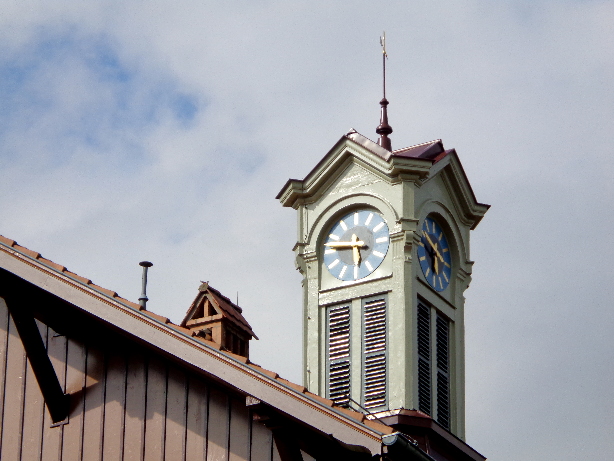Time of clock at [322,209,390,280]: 5:46
